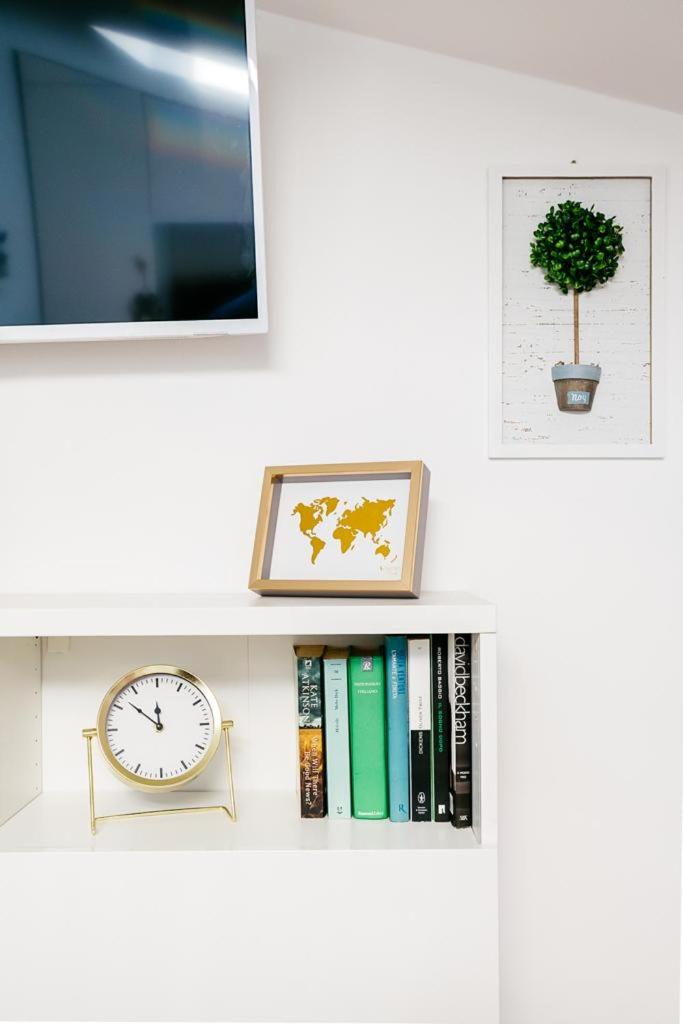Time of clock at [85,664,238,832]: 11:52
